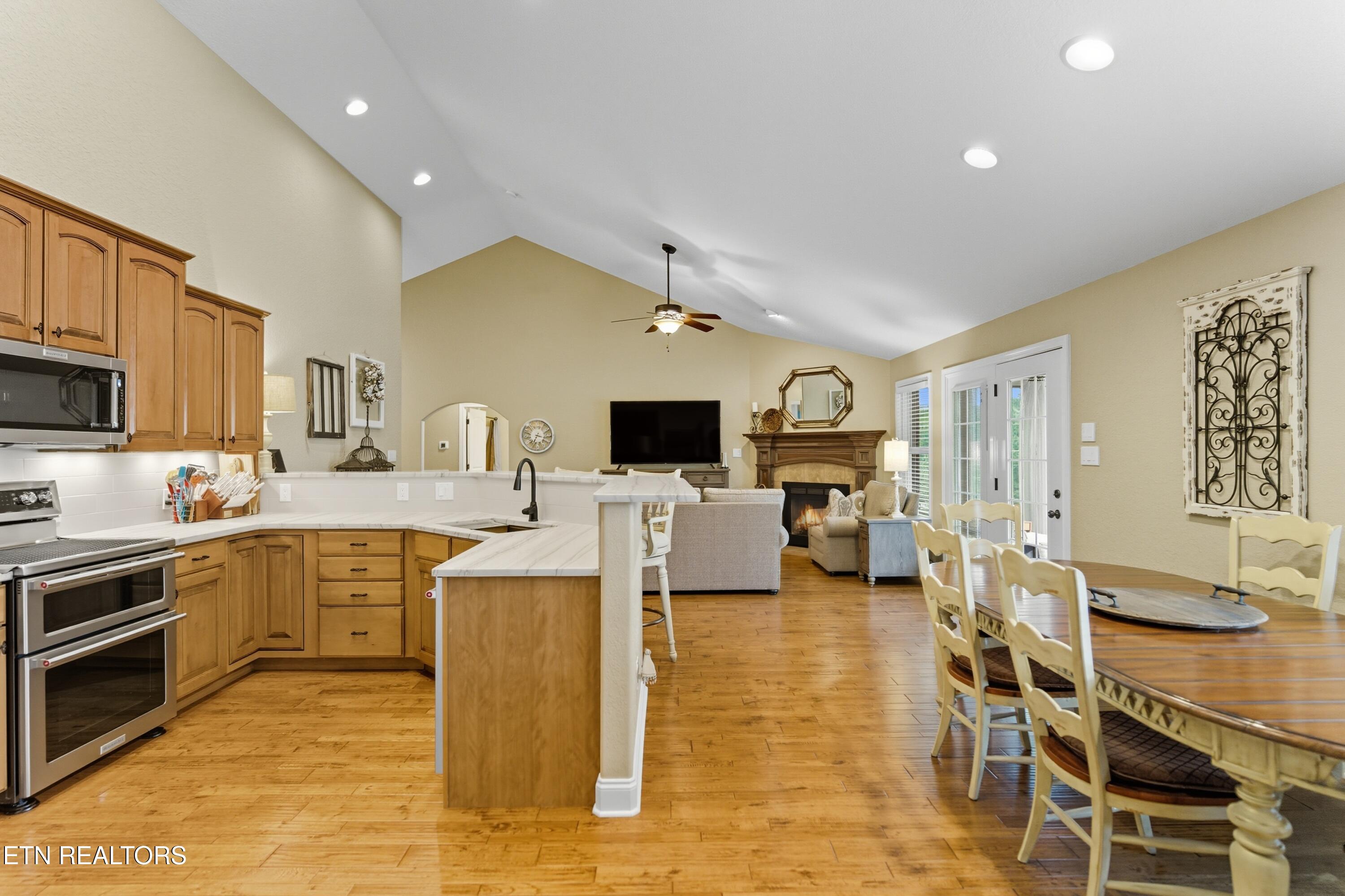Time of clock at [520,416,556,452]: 3:34
